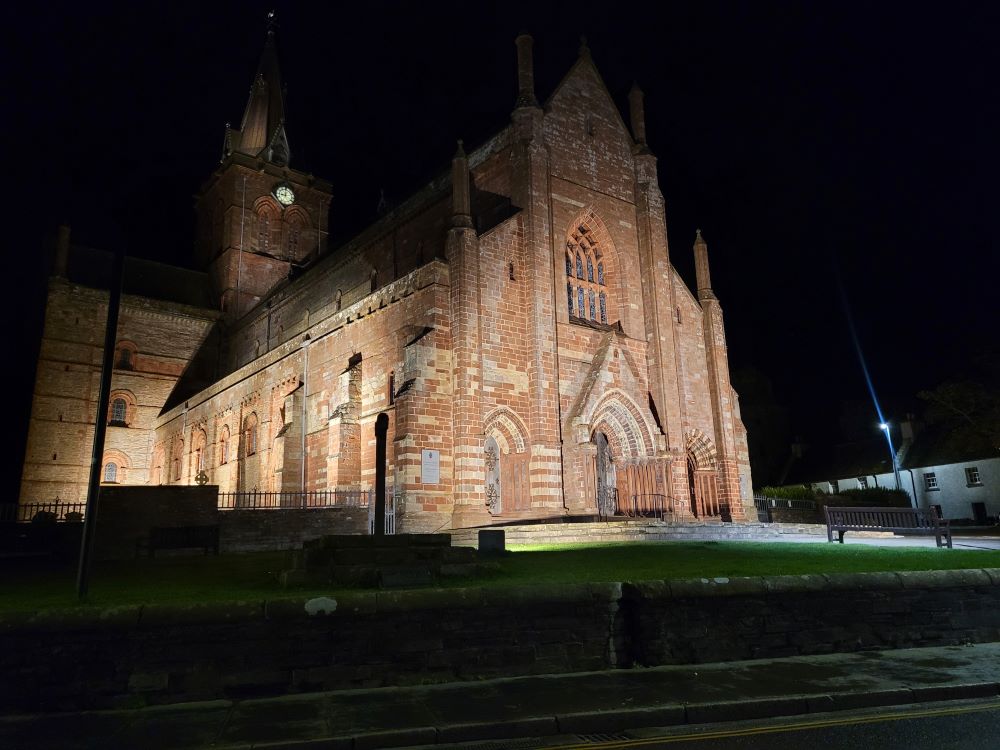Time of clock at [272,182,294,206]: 9:01
